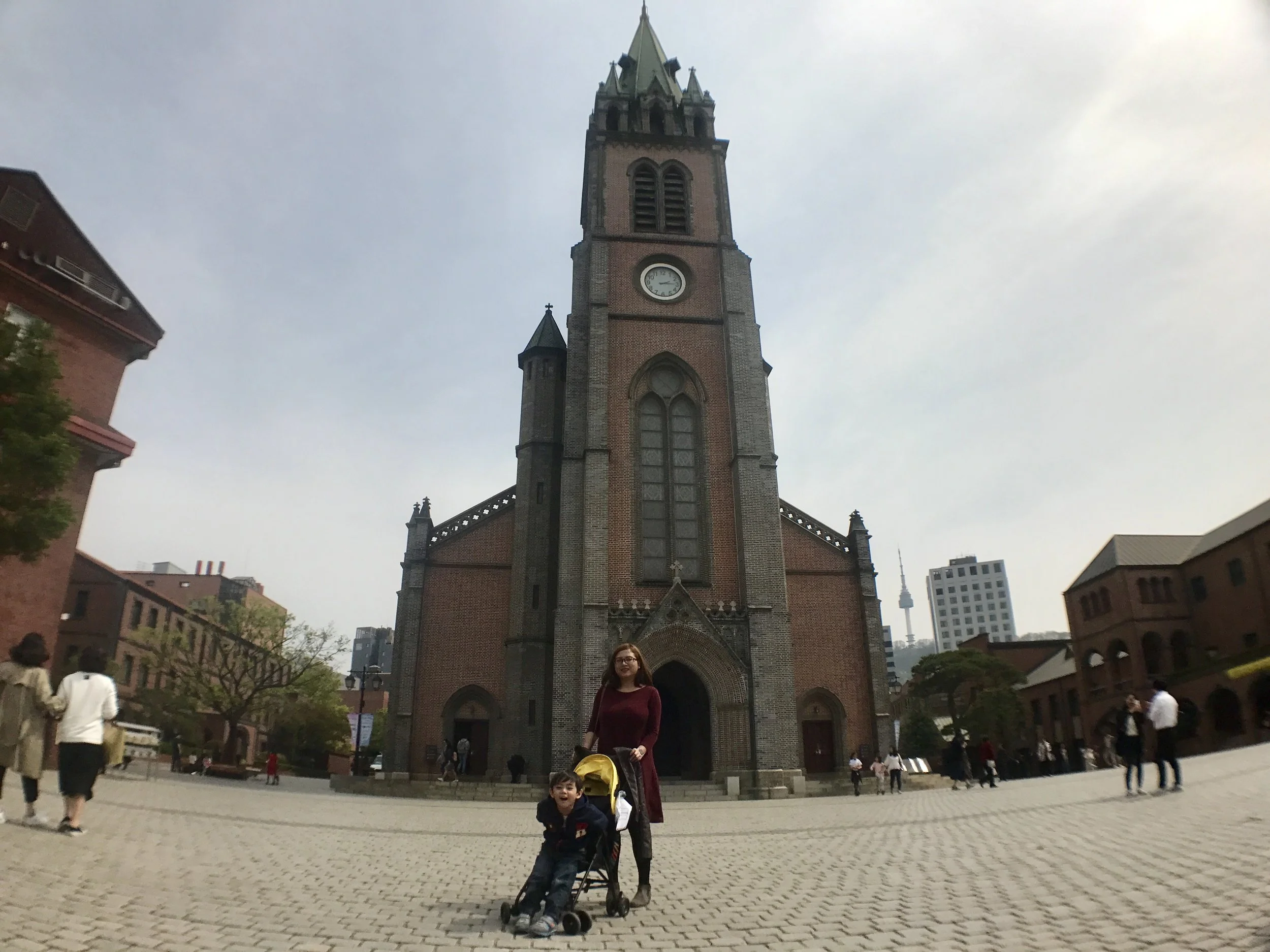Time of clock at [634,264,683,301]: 2:14
